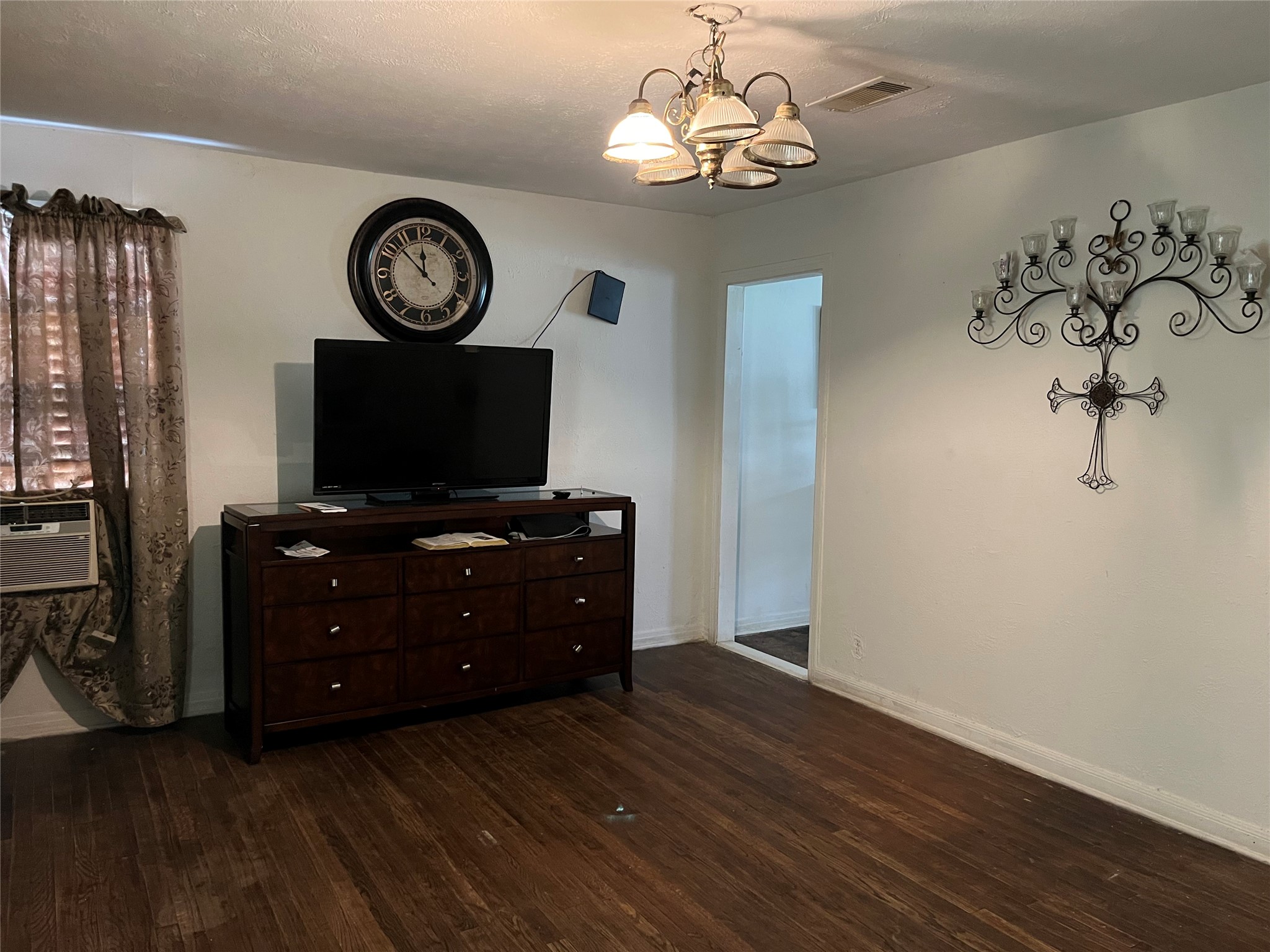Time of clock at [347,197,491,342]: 11:52
